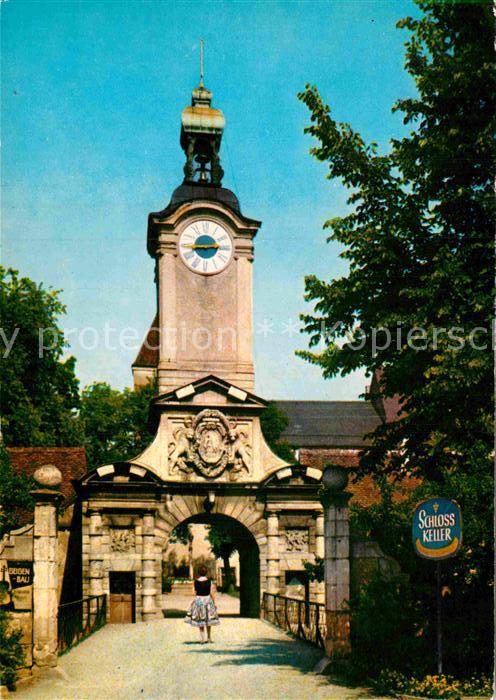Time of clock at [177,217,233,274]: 2:44
